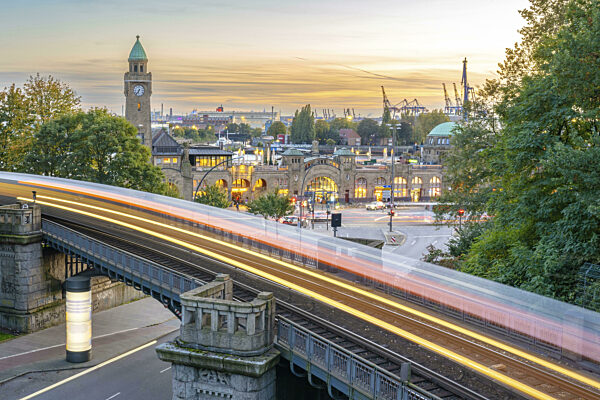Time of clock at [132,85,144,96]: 6:36
